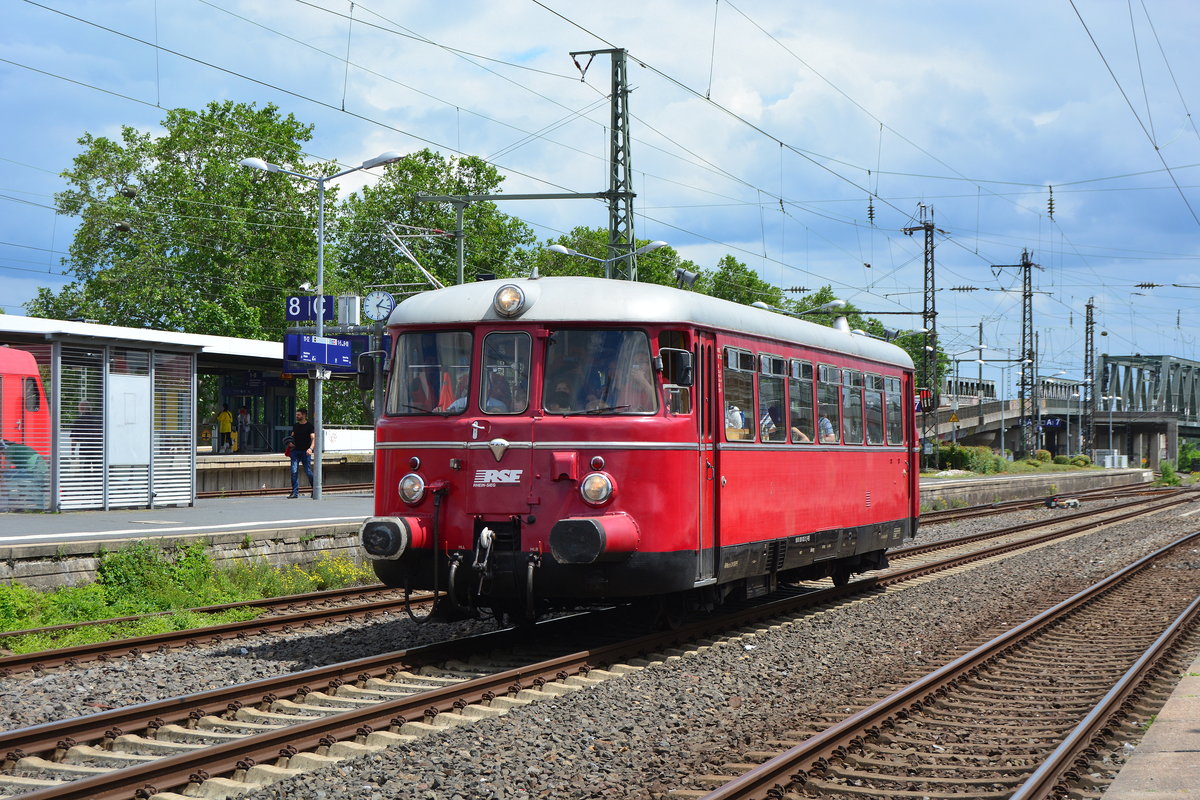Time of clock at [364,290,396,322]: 1:17
